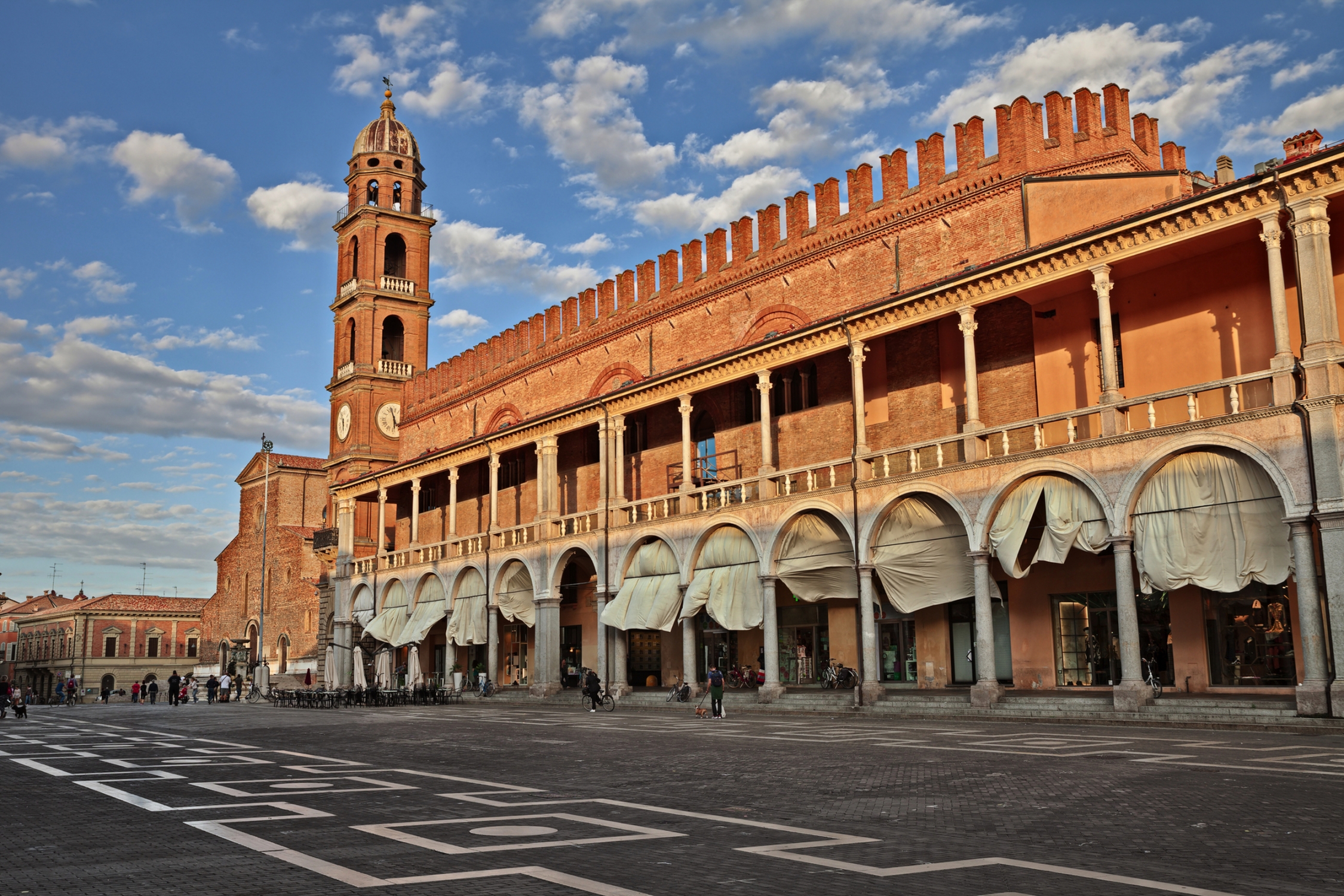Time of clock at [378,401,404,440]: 5:57
